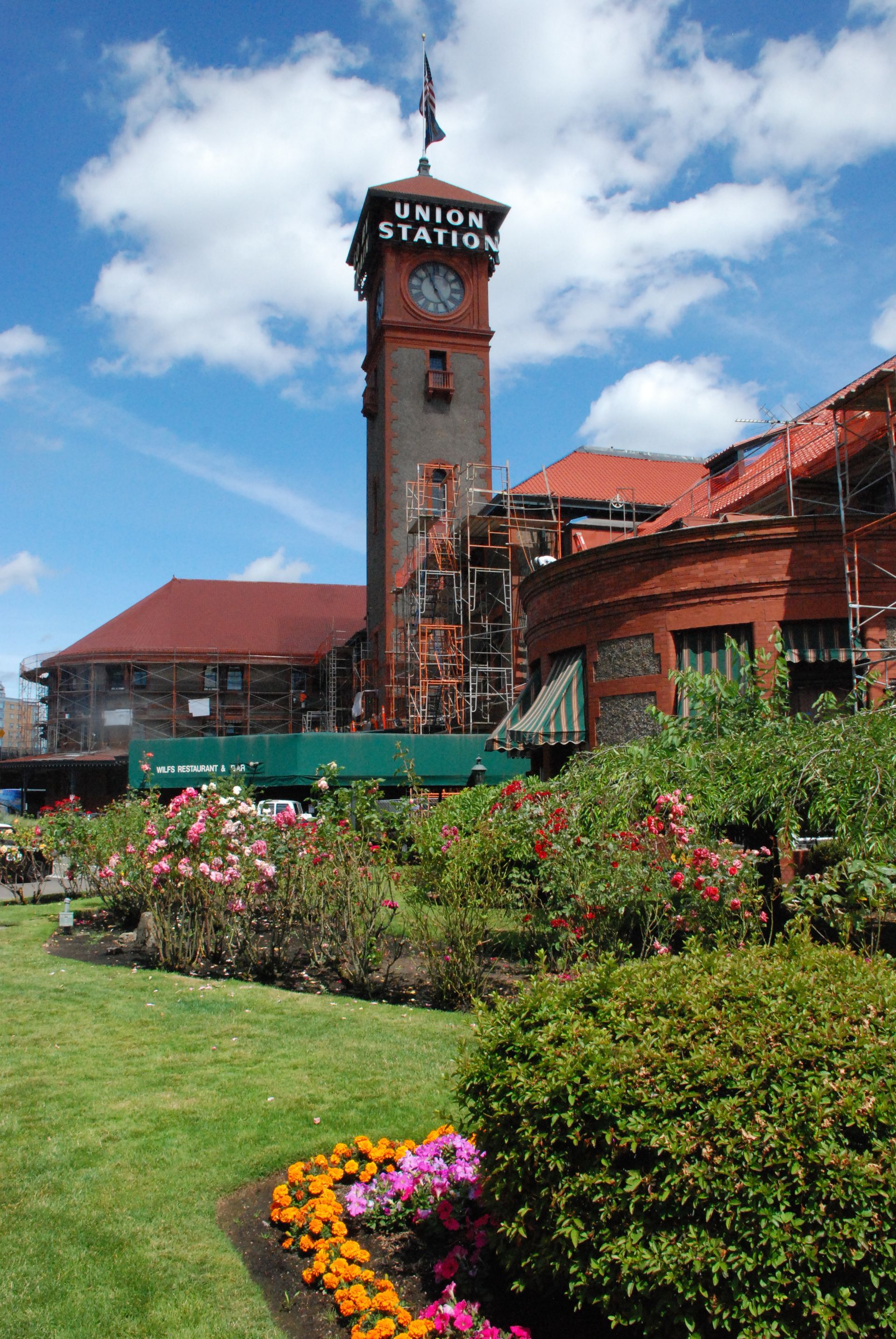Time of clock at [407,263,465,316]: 4:56
